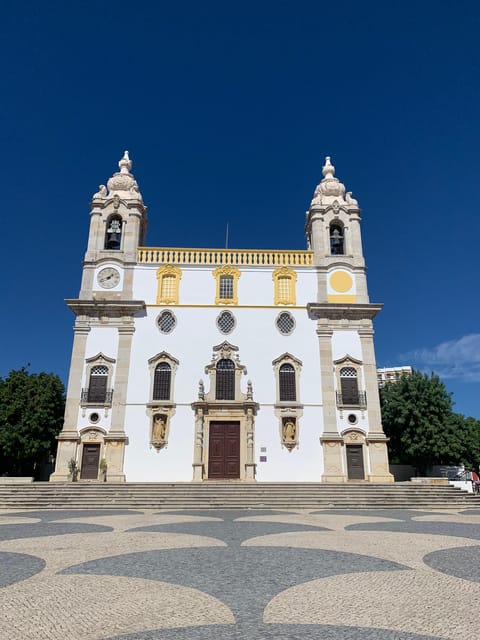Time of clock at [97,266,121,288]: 1:41
